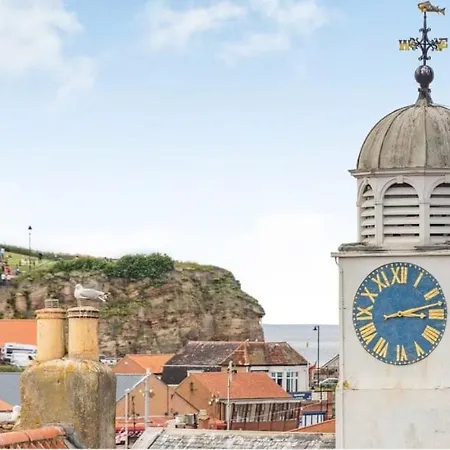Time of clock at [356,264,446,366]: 3:12
